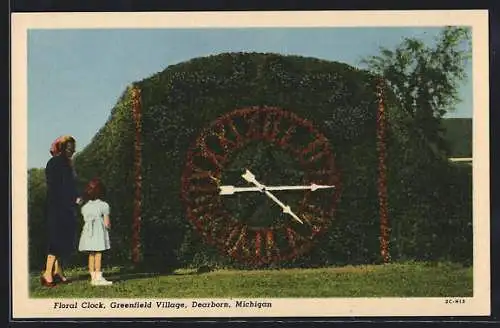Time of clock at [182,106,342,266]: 4:14
